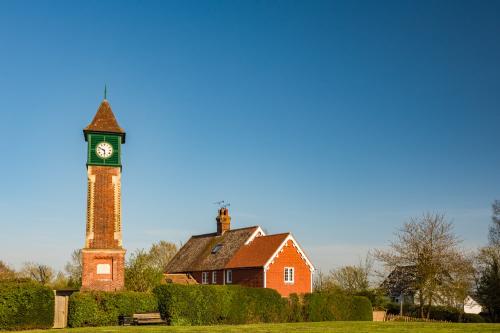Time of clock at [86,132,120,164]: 5:49
